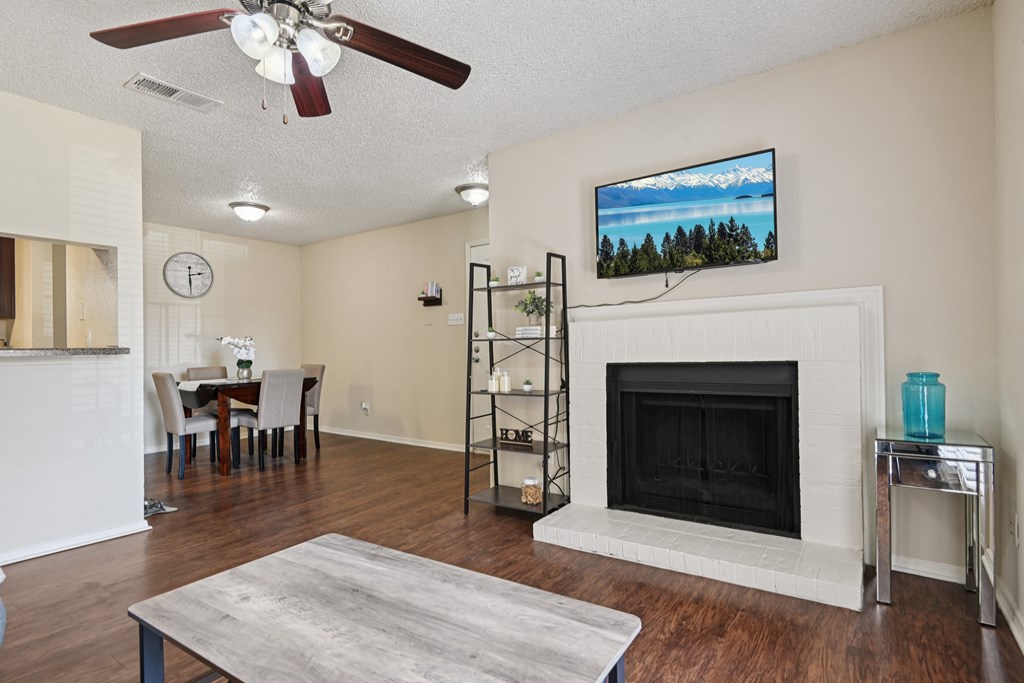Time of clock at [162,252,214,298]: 2:29
